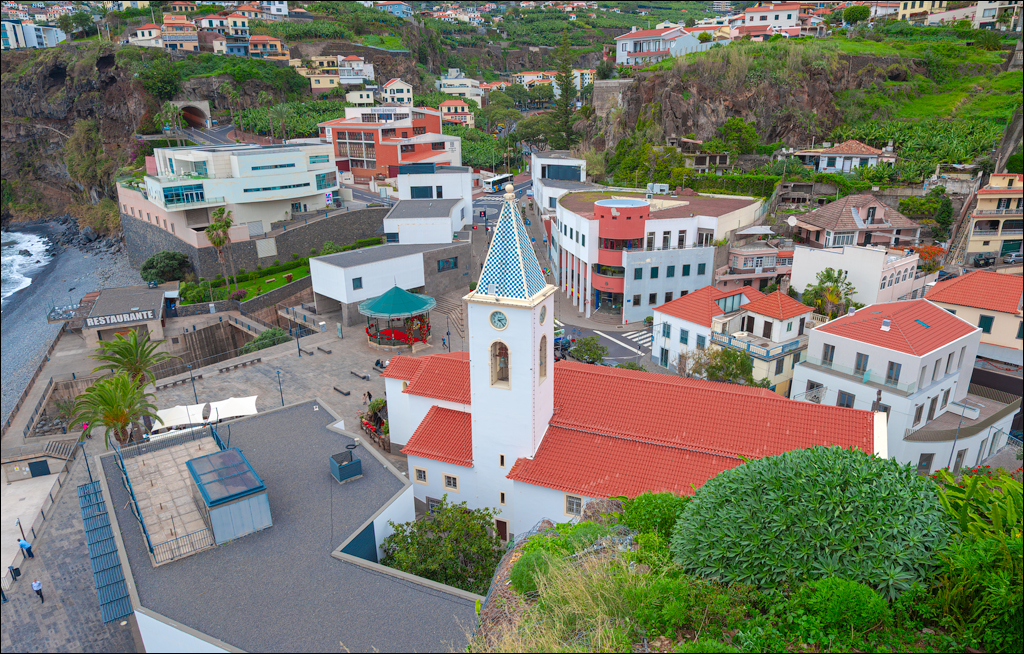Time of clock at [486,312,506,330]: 2:23
